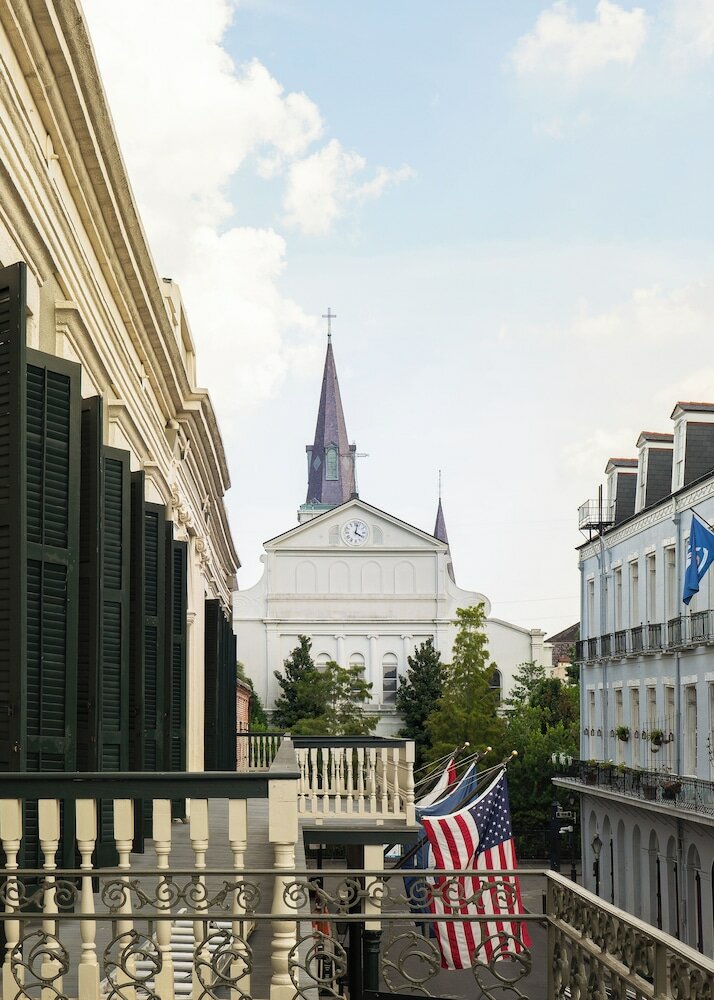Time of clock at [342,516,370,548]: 4:02
